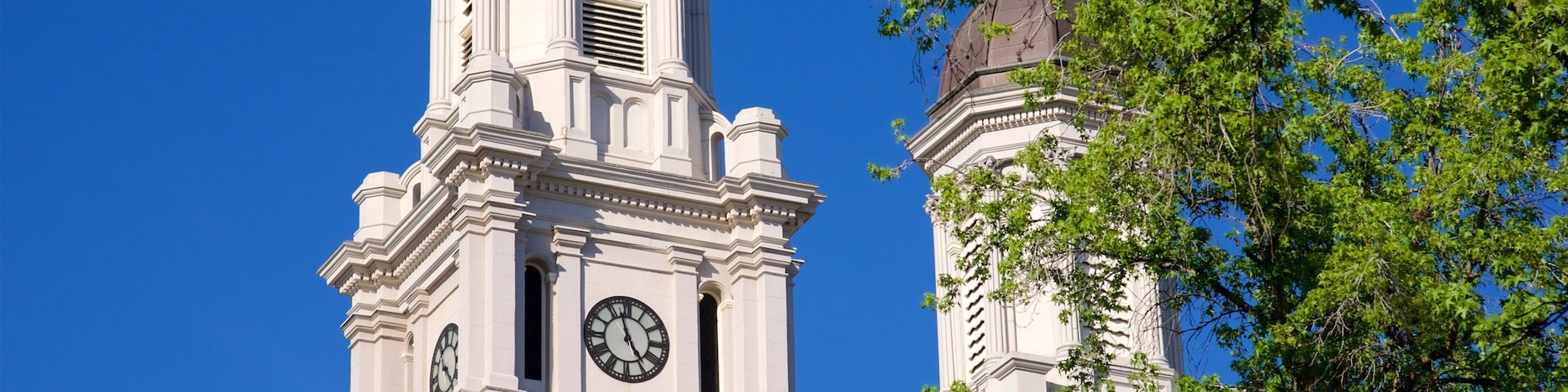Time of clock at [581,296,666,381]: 4:57
